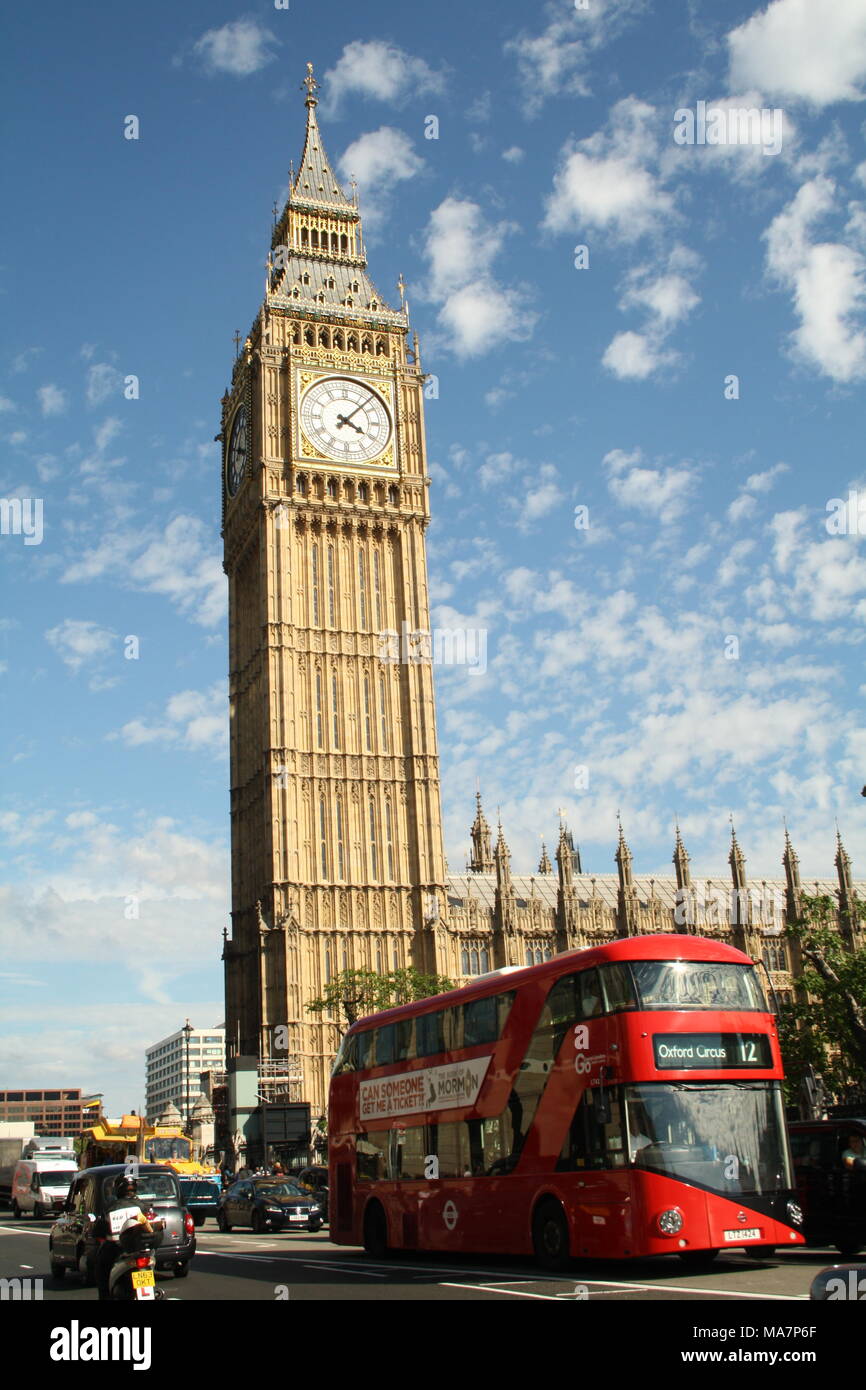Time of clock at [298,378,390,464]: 4:07
